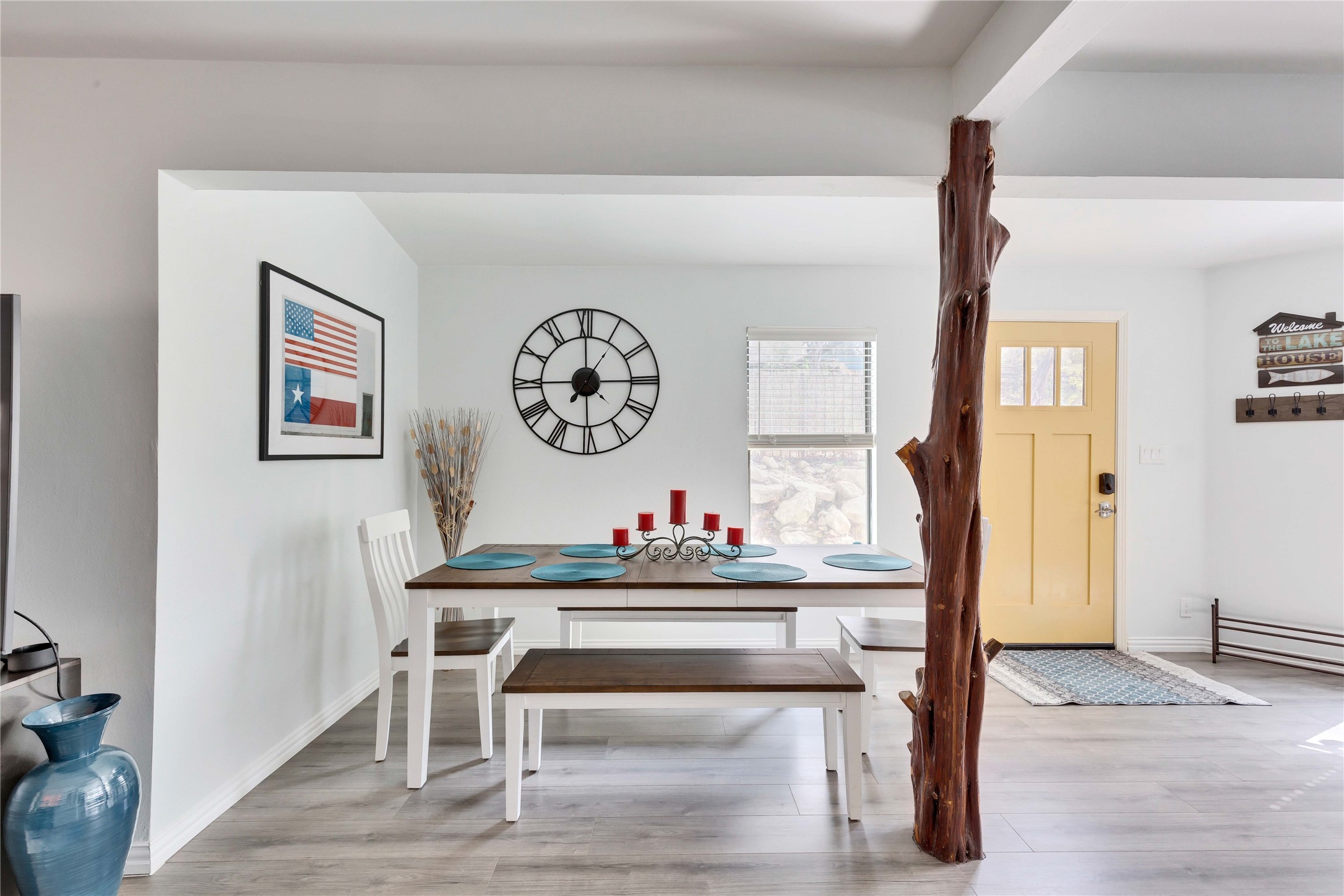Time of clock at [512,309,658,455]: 7:15
